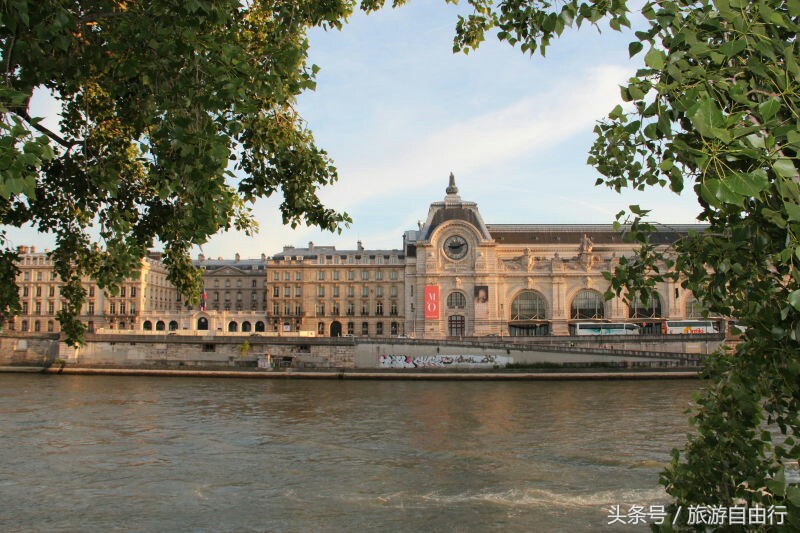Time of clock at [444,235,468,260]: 9:11
